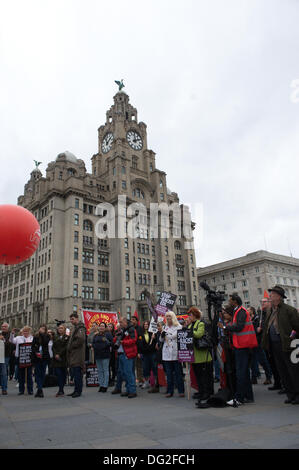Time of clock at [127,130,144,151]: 1:59
